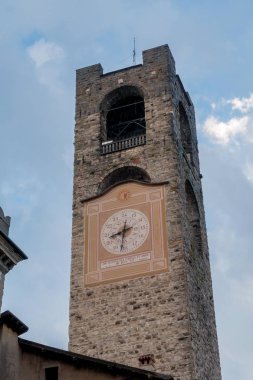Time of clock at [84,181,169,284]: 8:32
